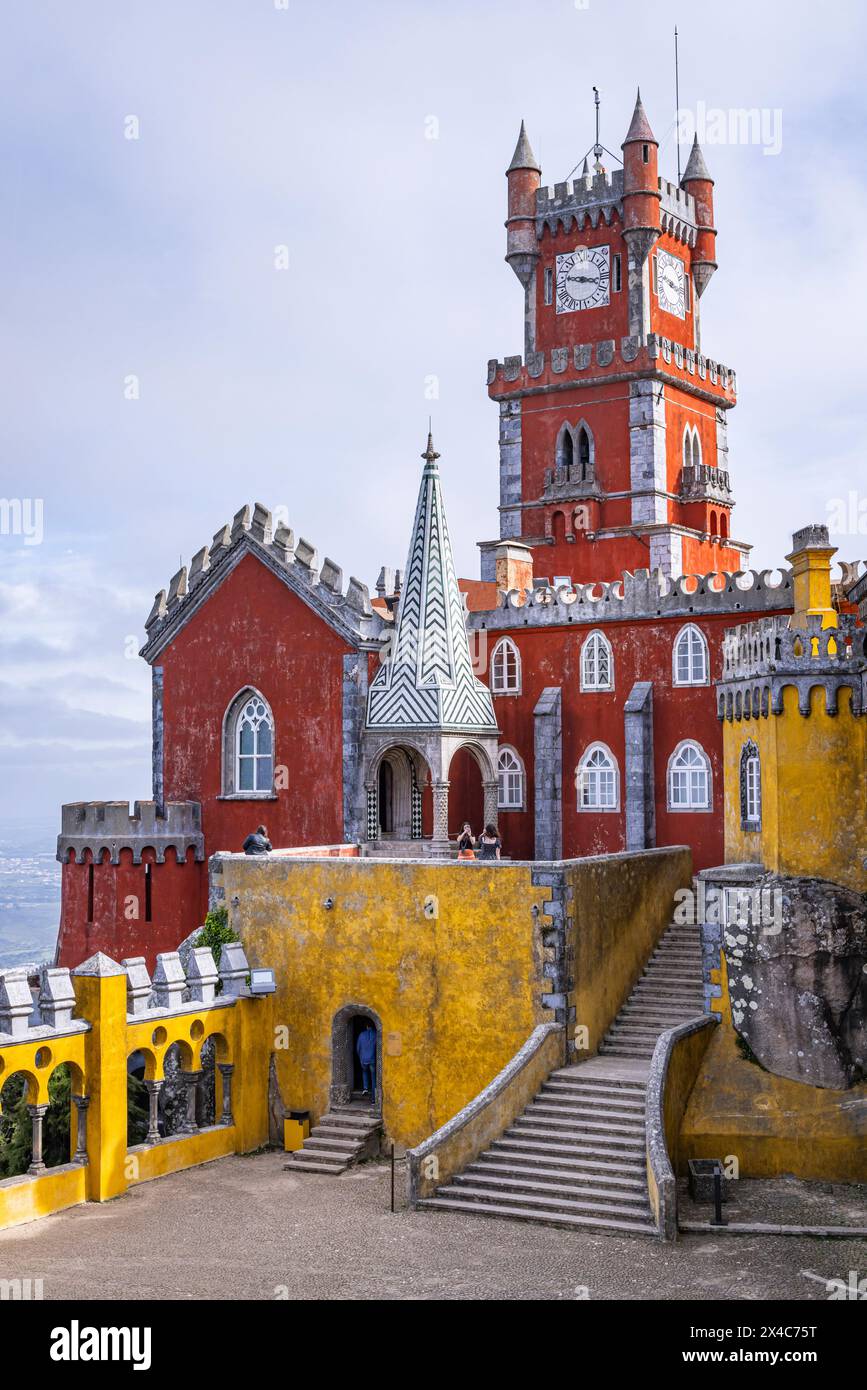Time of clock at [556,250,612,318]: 9:17
